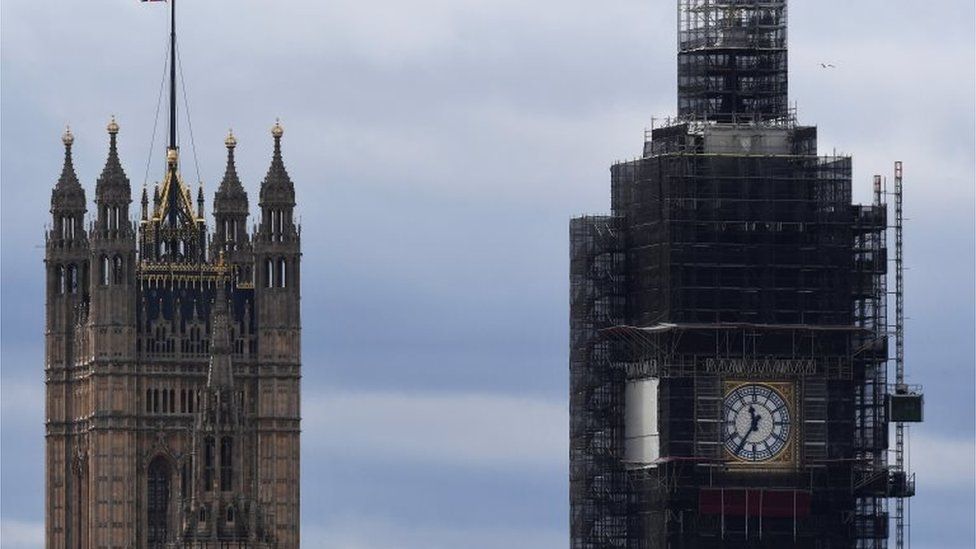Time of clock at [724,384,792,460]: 11:35
